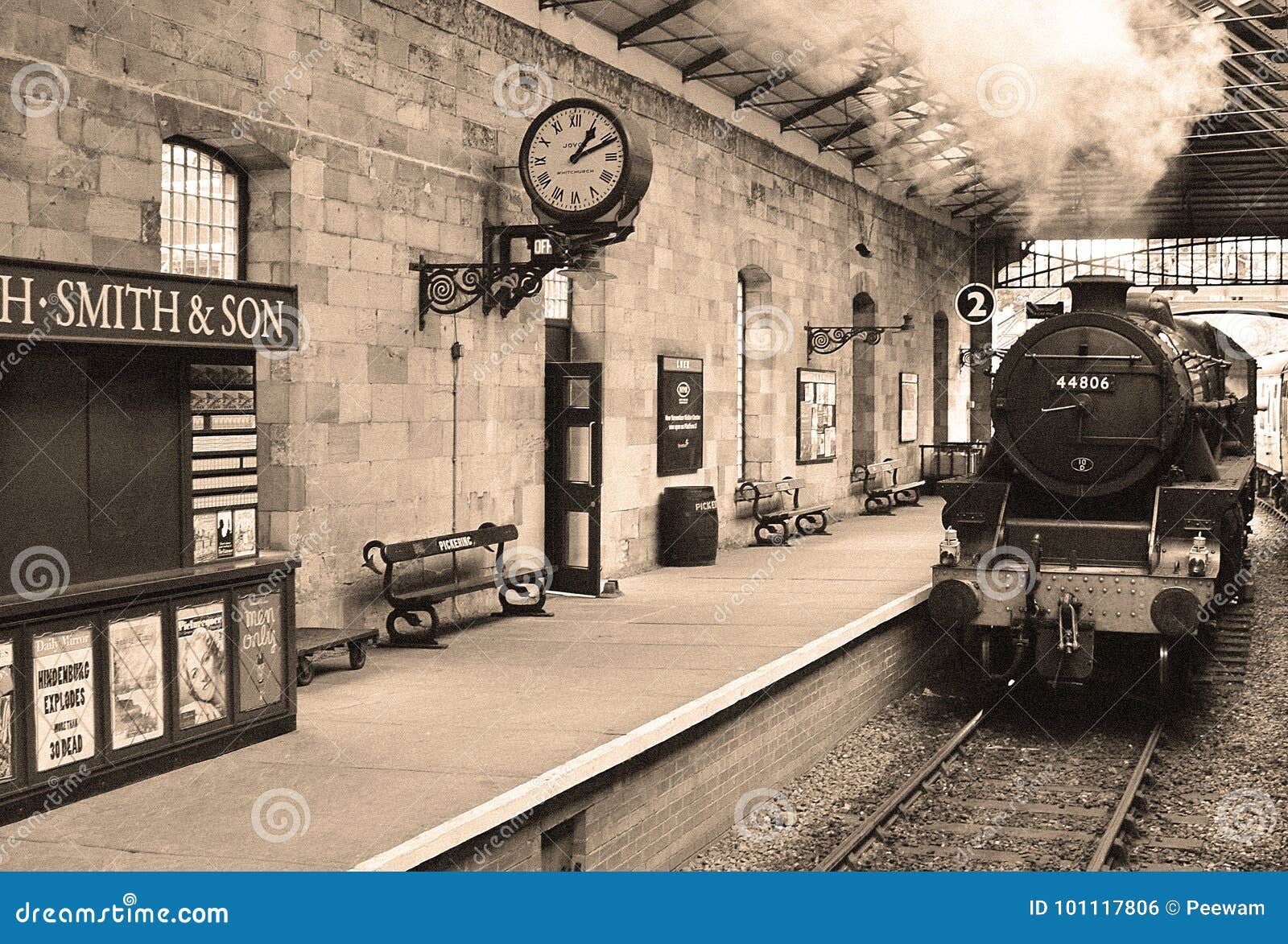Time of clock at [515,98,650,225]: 1:11
